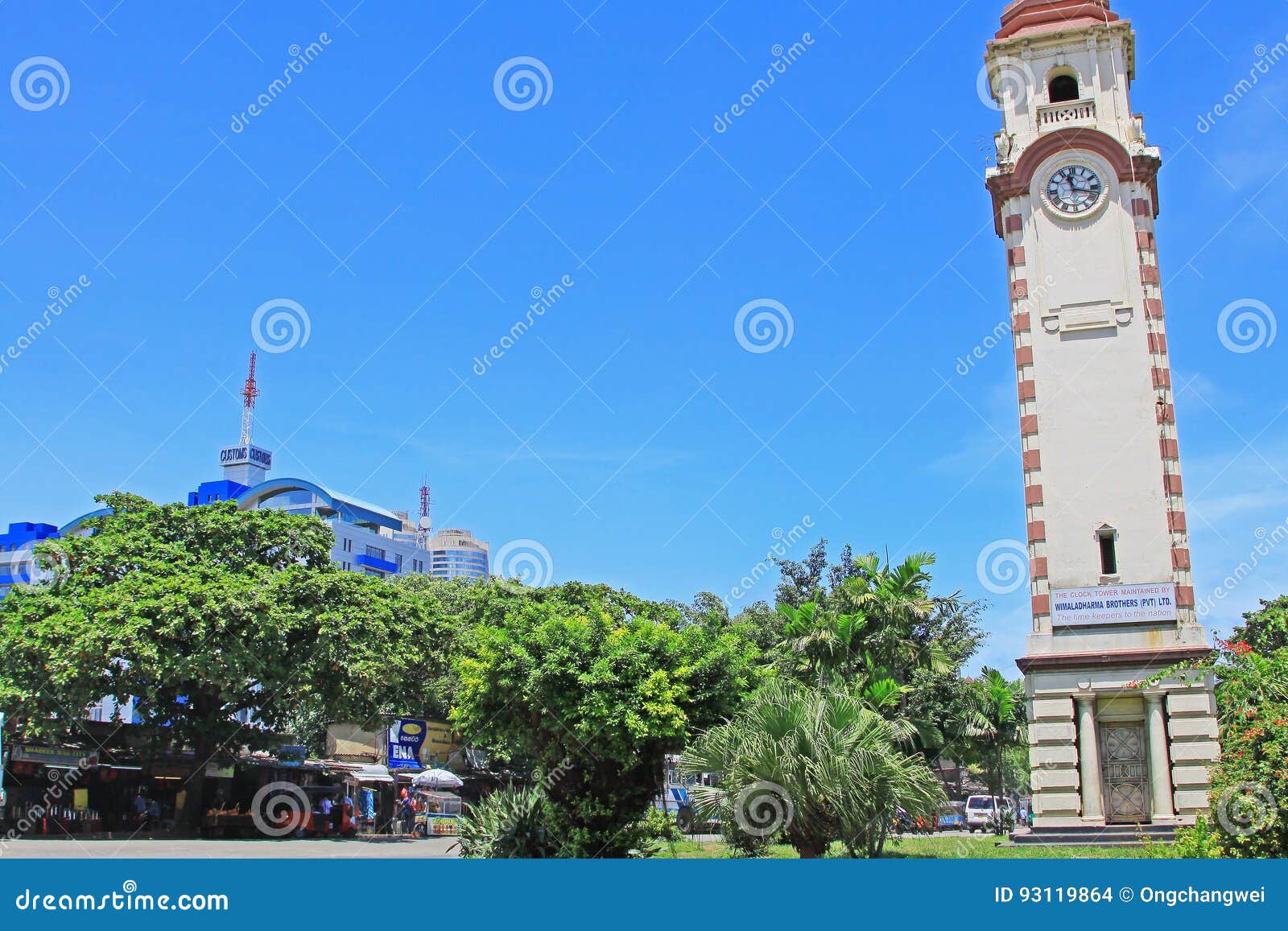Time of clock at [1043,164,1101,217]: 11:17
